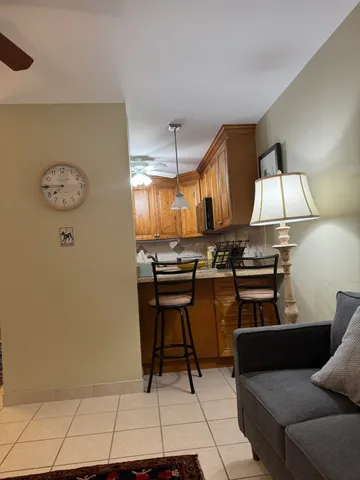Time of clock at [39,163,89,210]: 7:45
